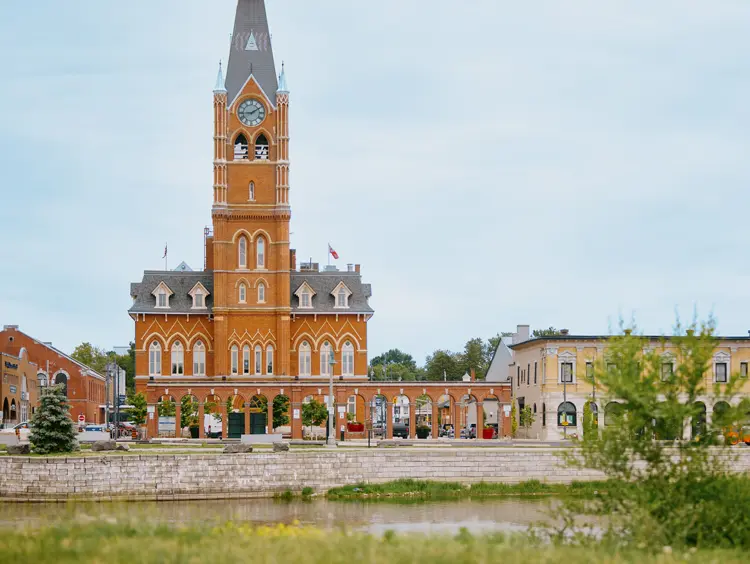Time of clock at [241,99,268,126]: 9:09
